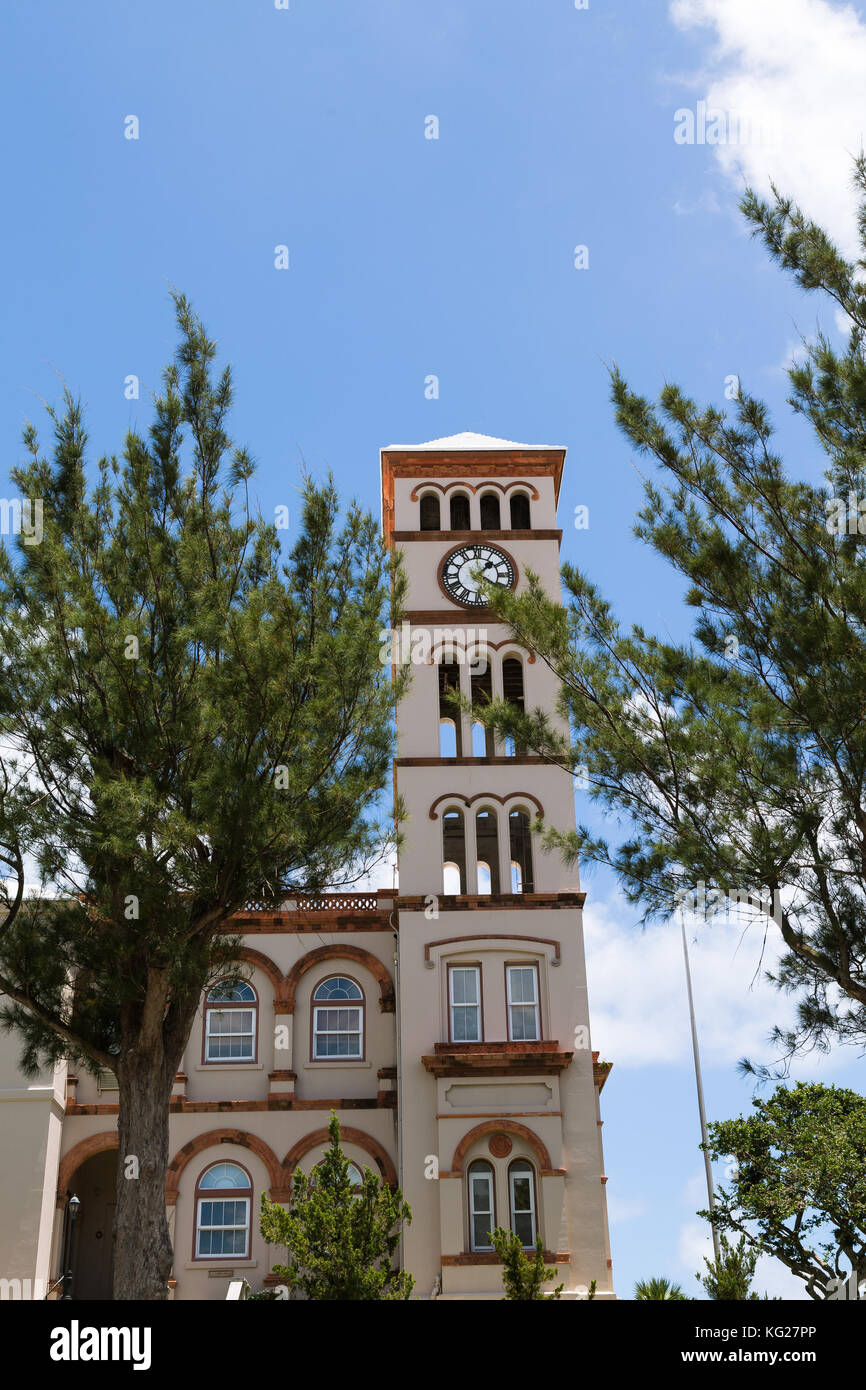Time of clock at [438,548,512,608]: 1:20
